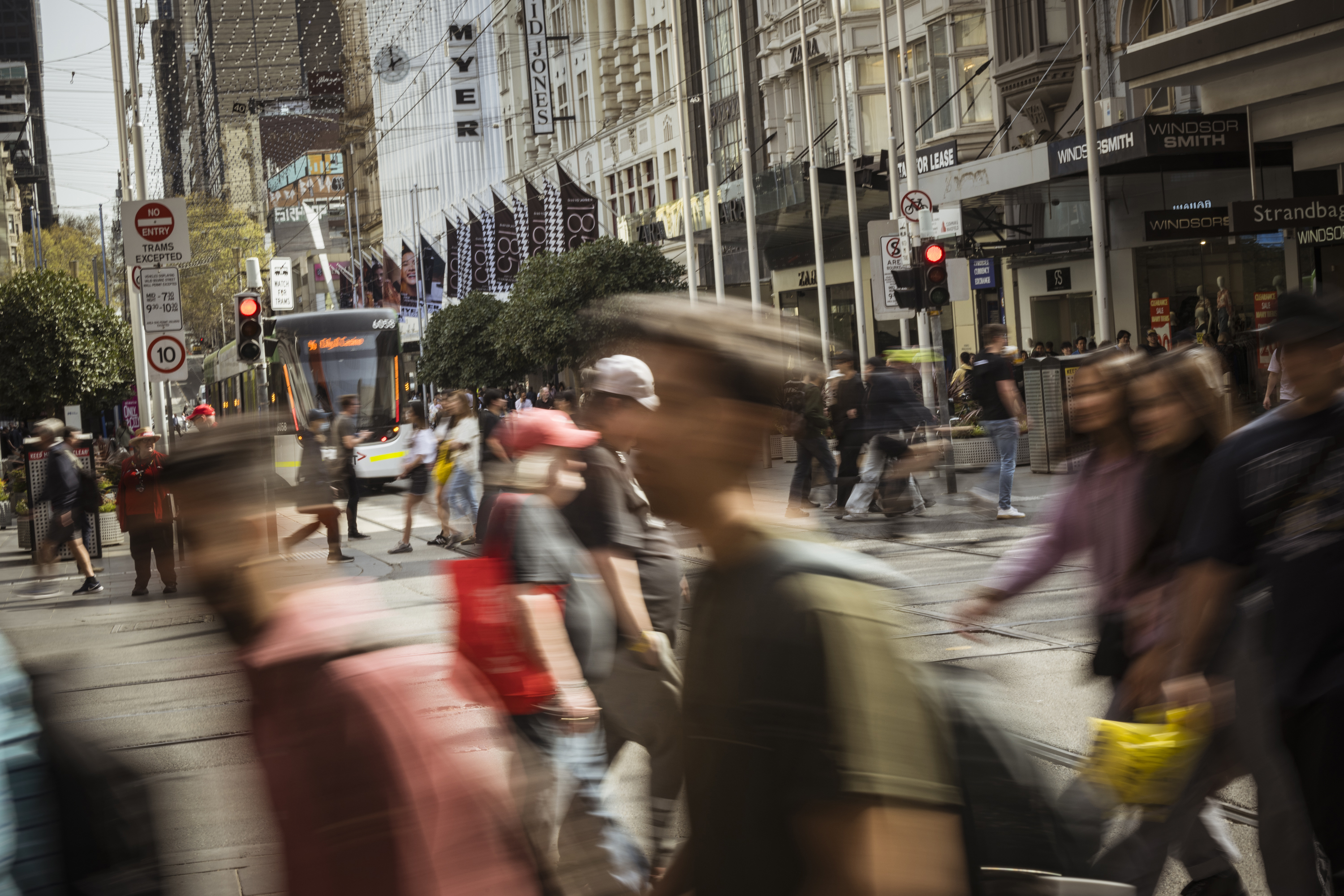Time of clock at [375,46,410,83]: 1:59
